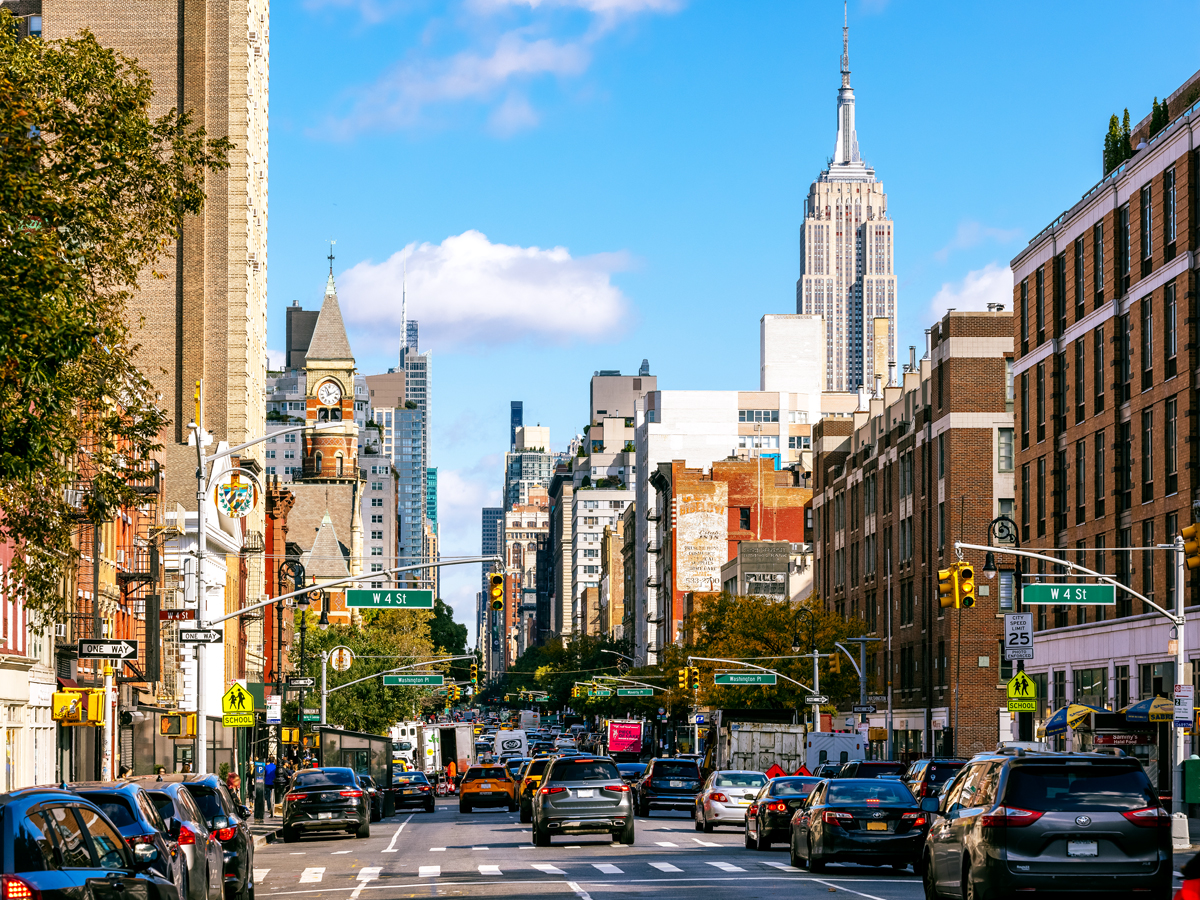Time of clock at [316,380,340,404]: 11:11
